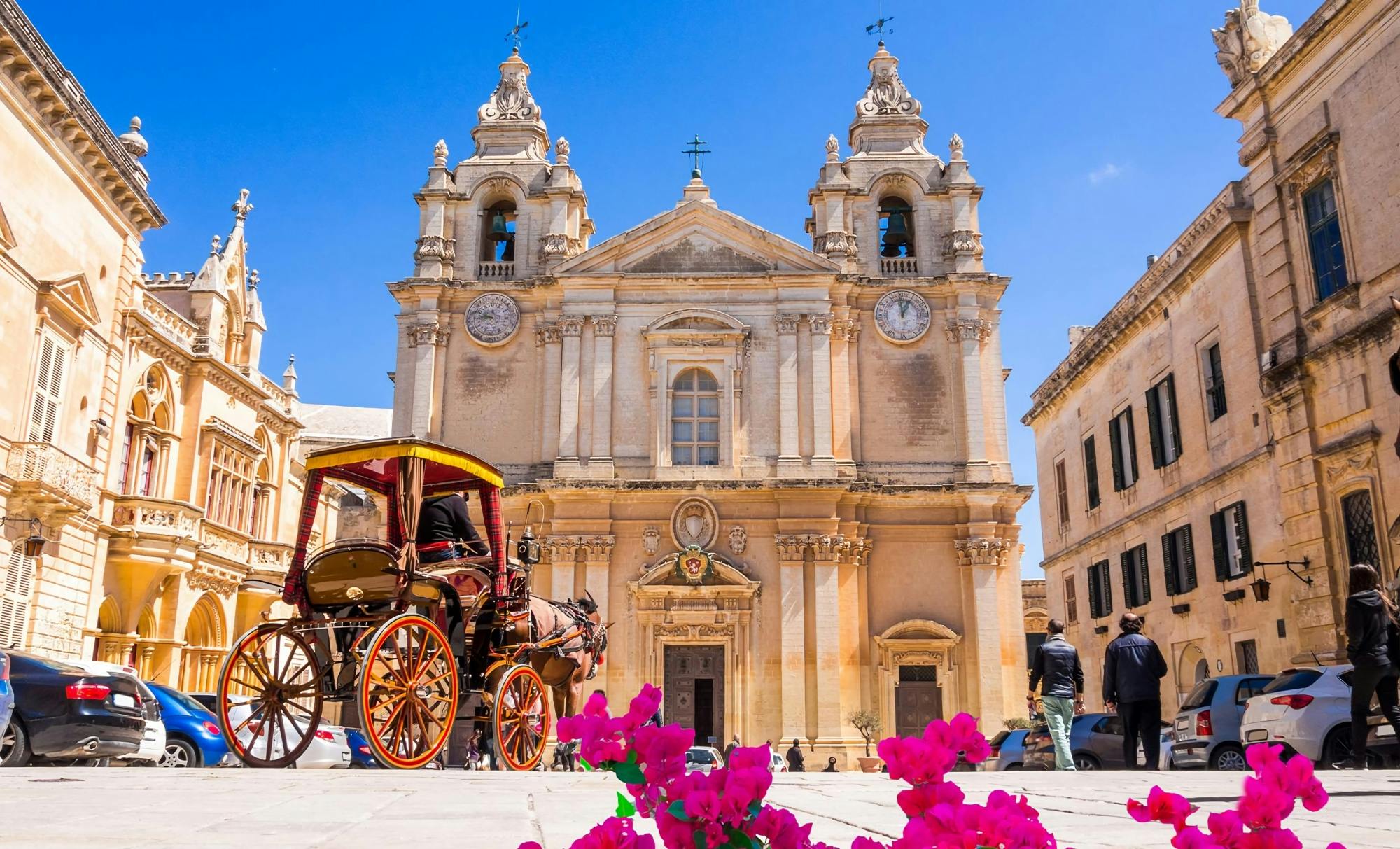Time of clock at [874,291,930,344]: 12:59
